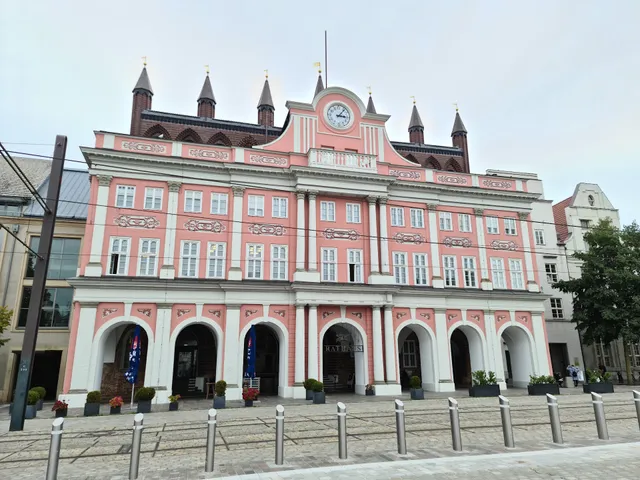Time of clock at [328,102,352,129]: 3:06
